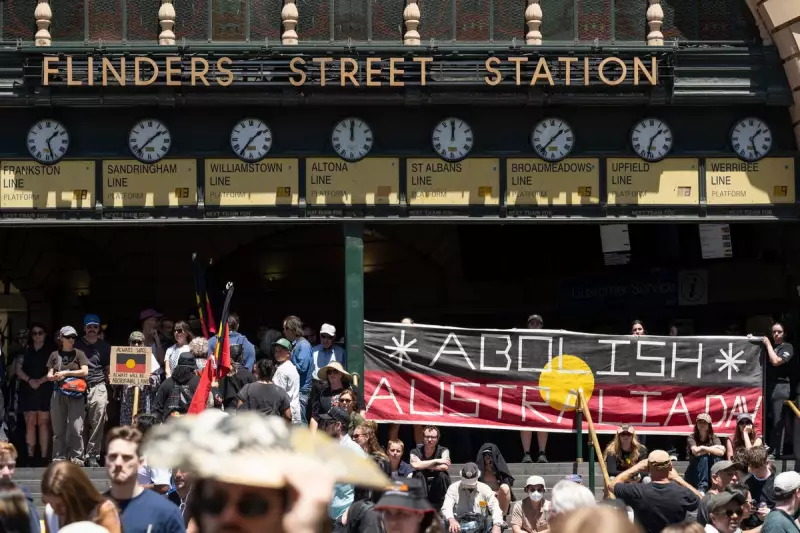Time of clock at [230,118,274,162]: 1:36
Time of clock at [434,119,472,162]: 12:00
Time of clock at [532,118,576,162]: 1:37
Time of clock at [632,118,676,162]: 1:32
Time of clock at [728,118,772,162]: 1:26
